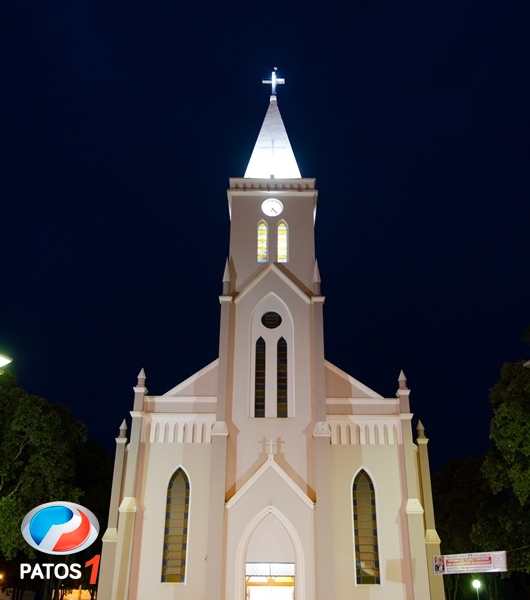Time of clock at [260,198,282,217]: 4:23
